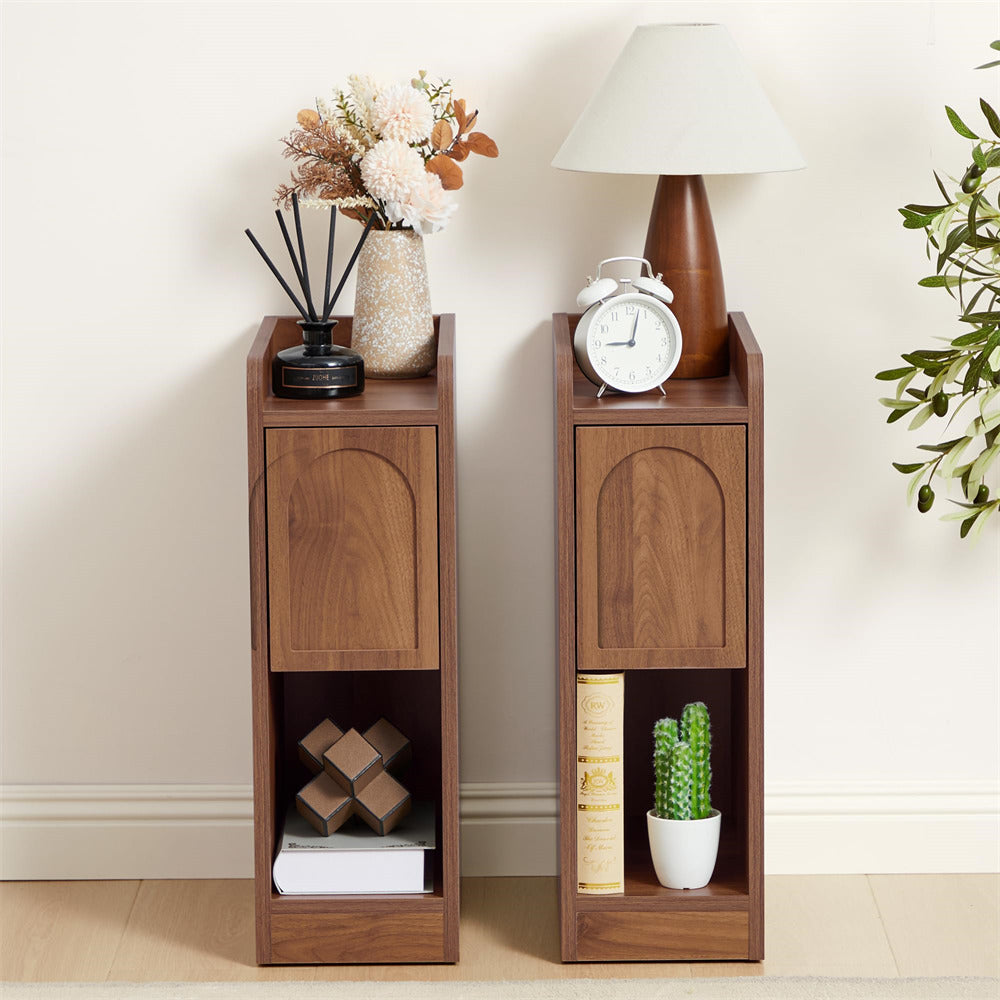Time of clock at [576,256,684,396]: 9:02
